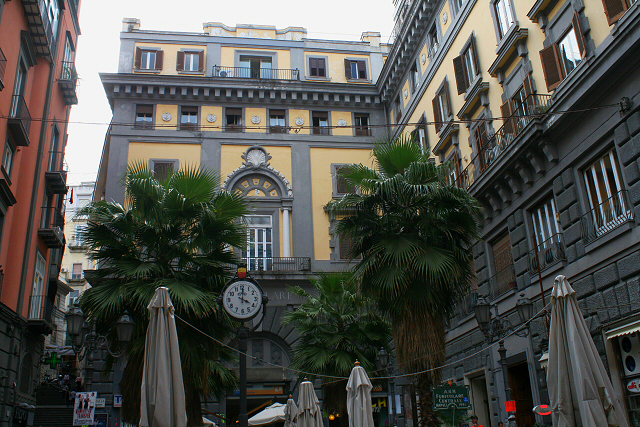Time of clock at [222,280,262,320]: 4:00
